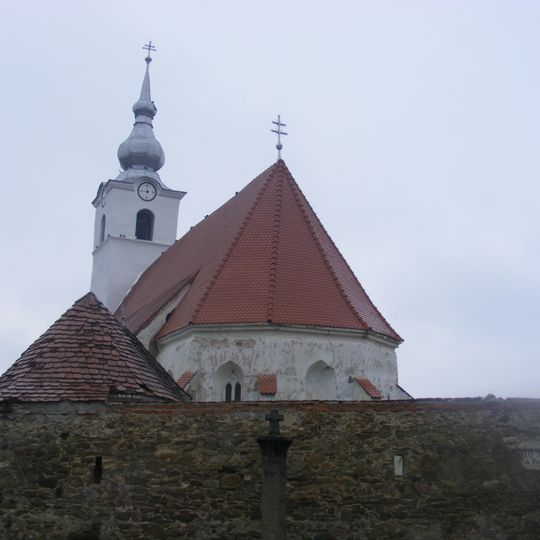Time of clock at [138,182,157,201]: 11:46
